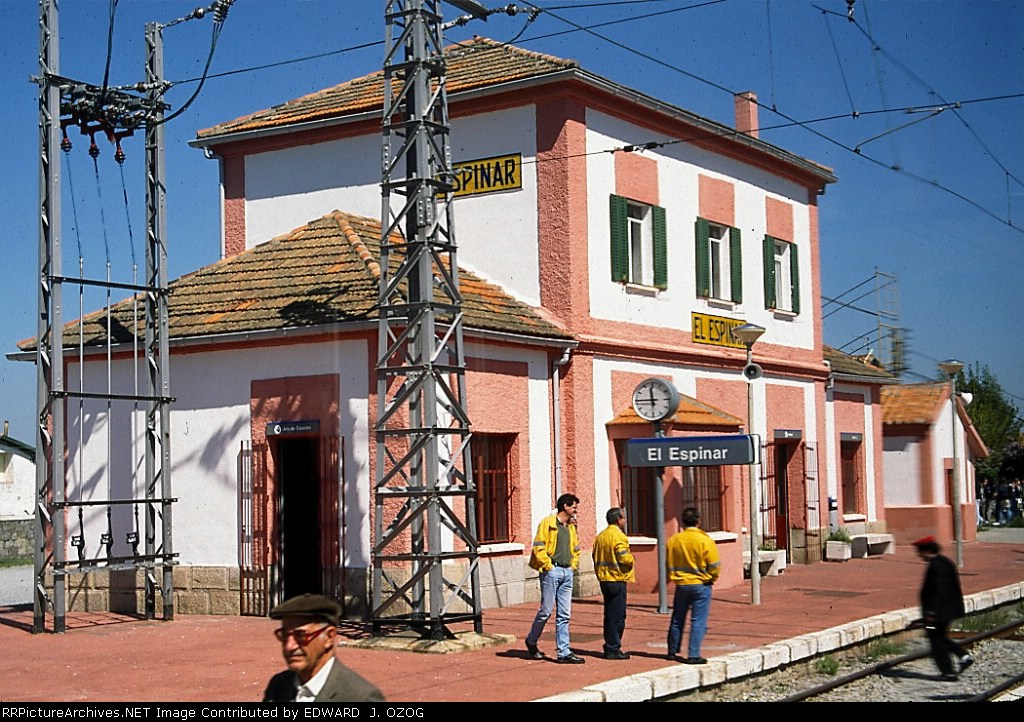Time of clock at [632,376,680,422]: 11:45
